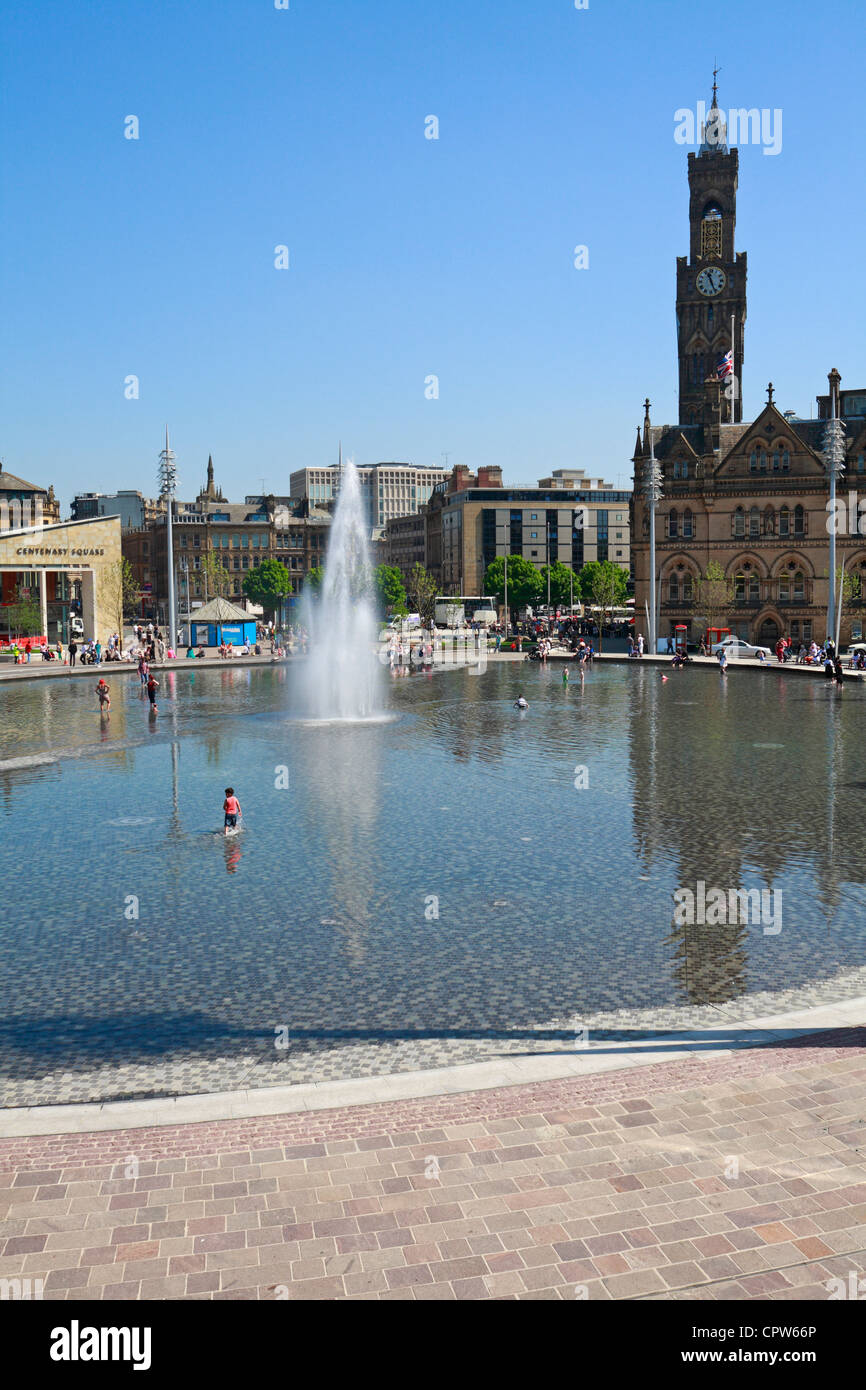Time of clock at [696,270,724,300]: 11:26
